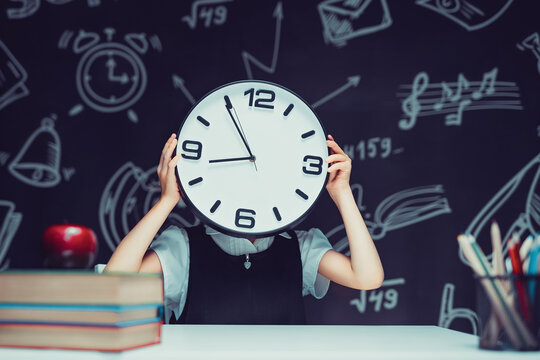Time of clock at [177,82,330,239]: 8:54
